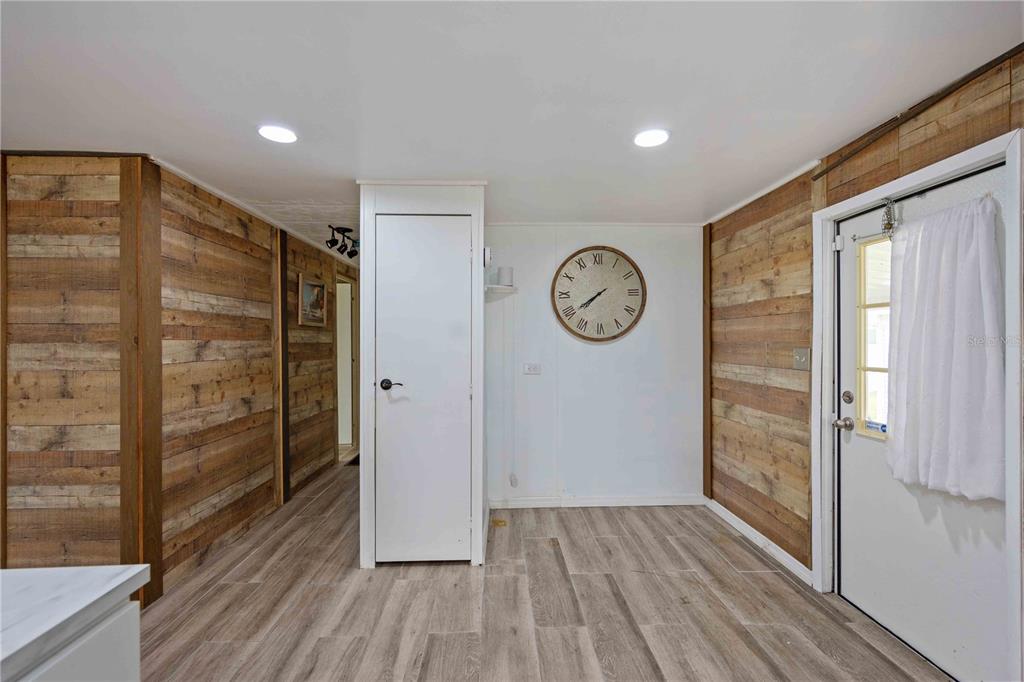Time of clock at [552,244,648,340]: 7:39
